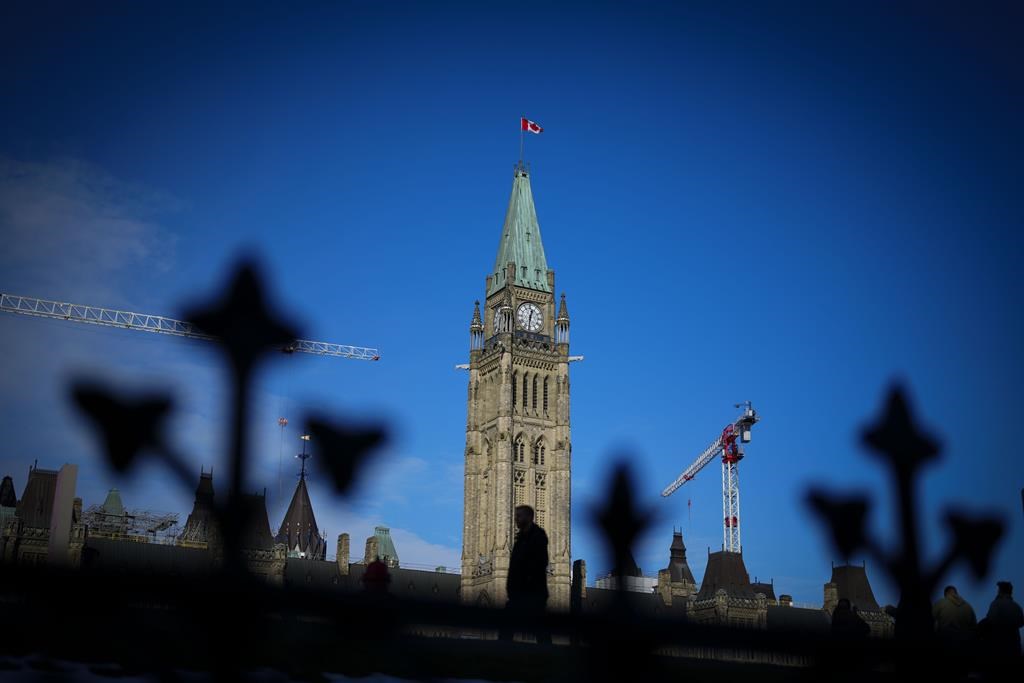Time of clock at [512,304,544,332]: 12:30
